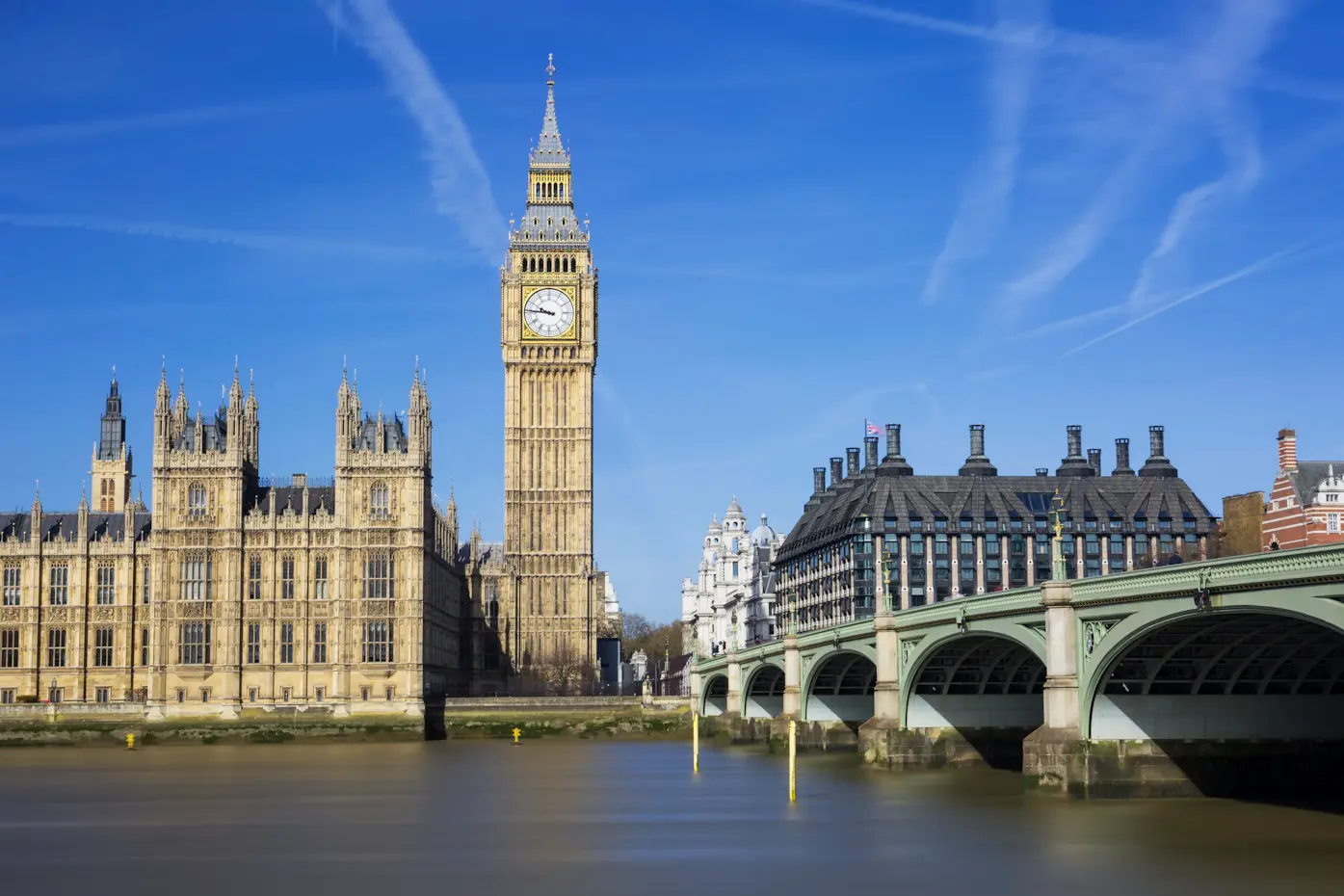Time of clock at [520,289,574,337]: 9:45
